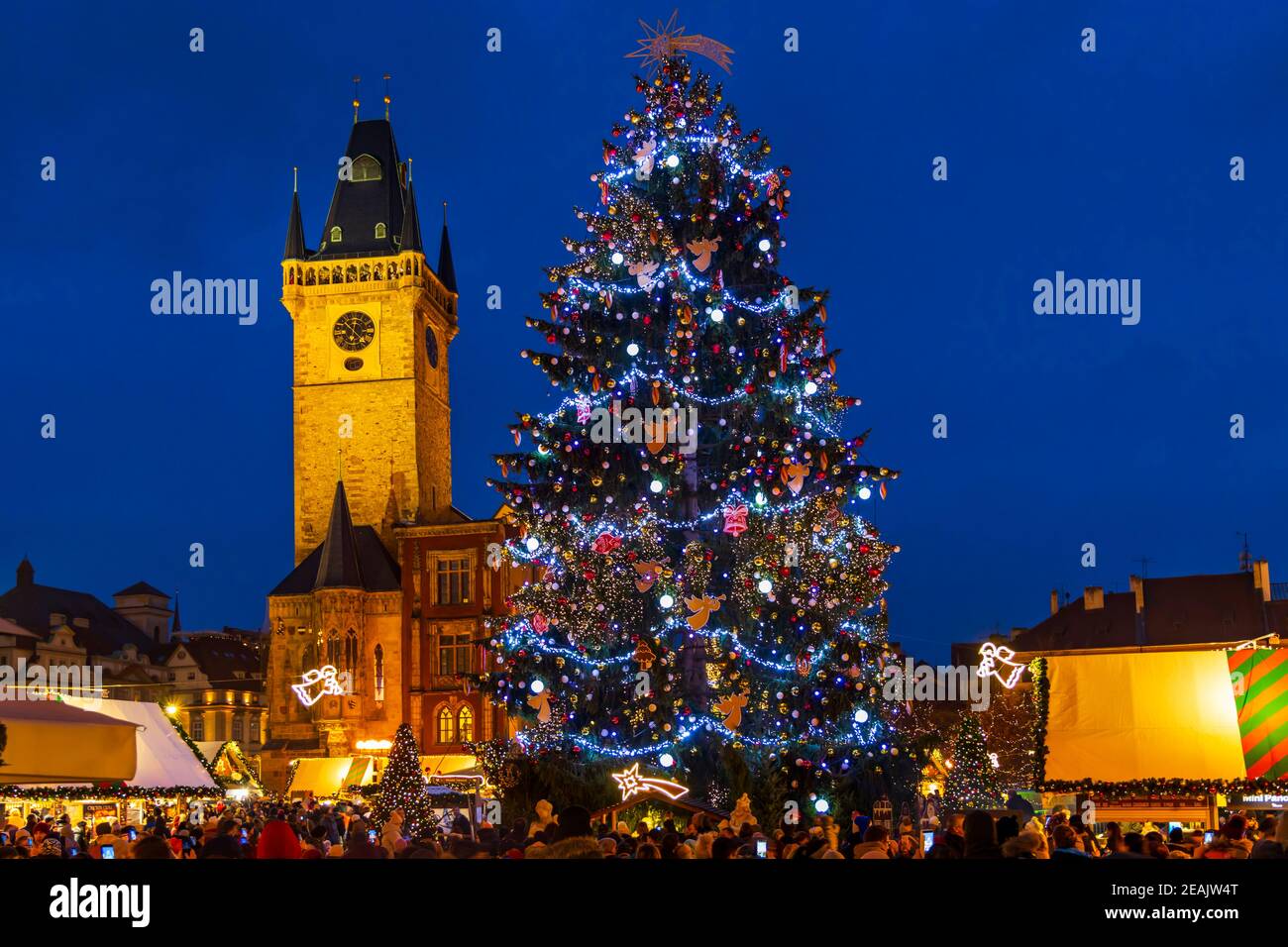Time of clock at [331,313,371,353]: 10:22
